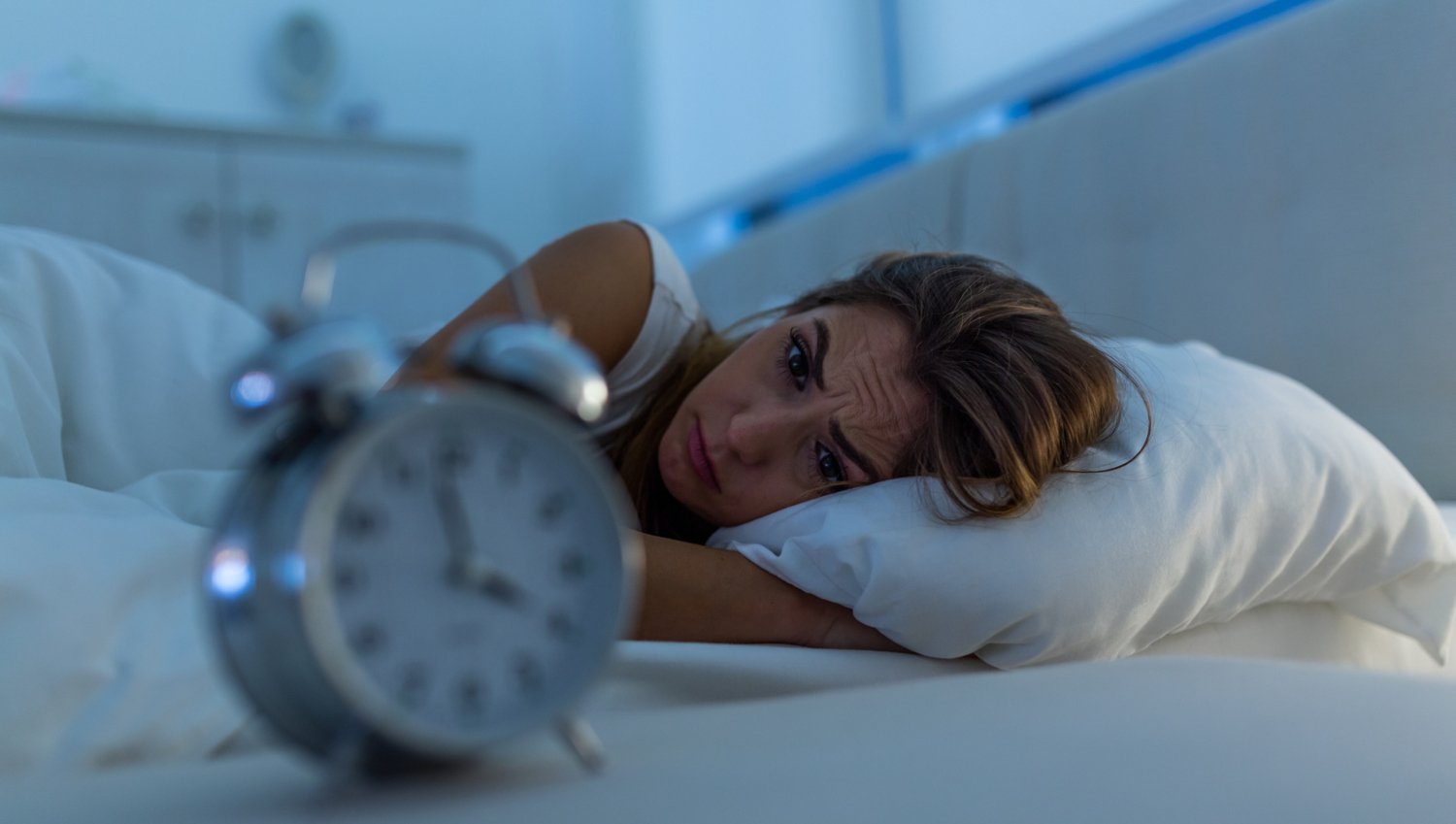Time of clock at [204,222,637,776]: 3:58
